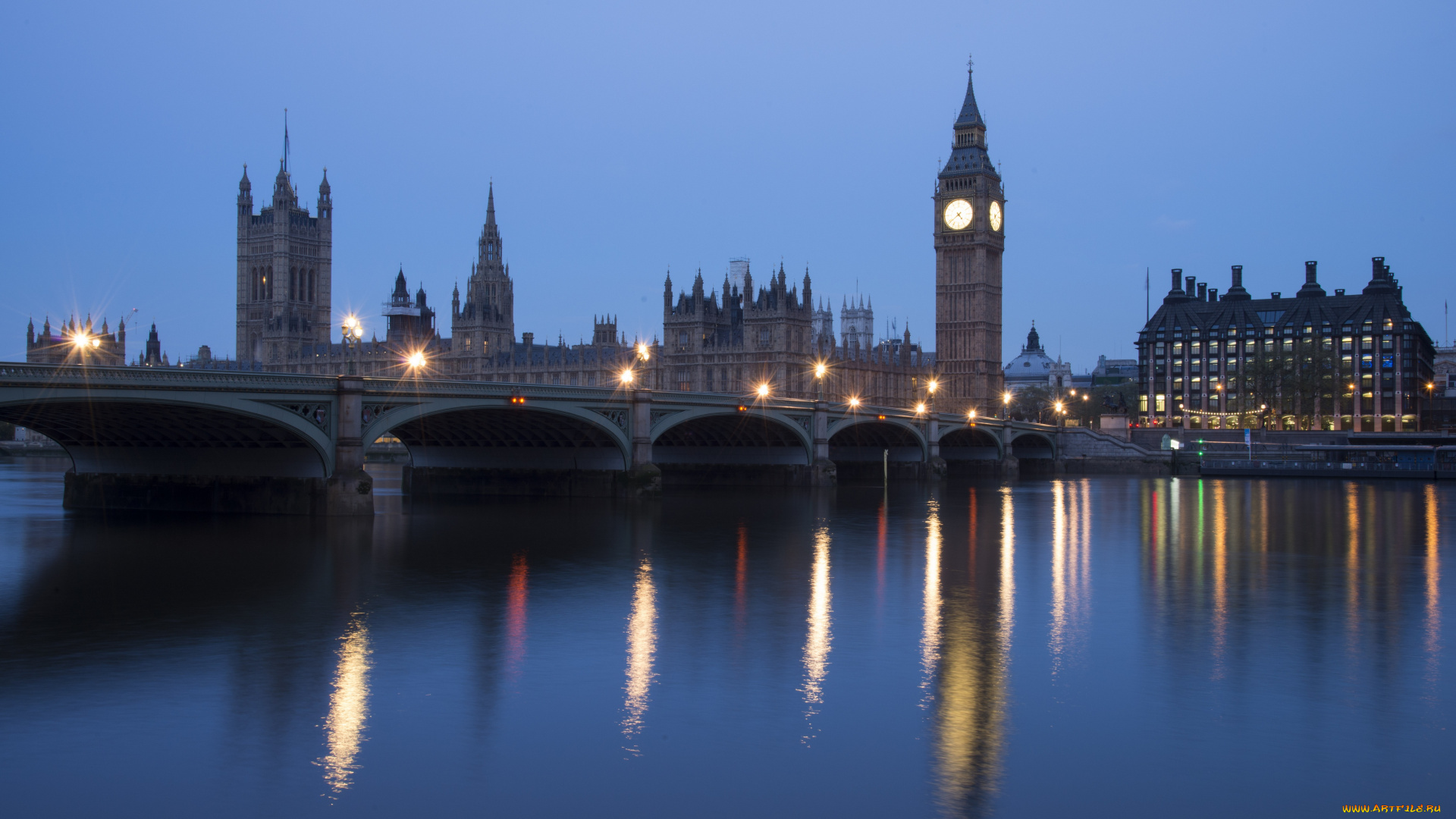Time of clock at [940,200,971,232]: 4:38
